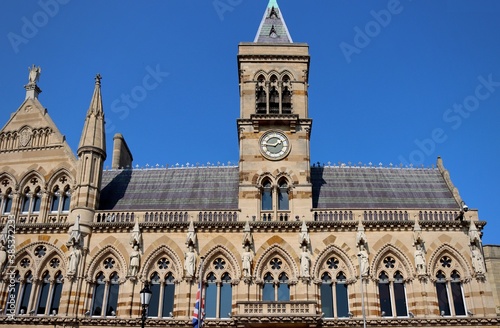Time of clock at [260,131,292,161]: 1:46
